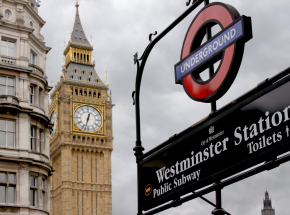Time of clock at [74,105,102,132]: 12:32
